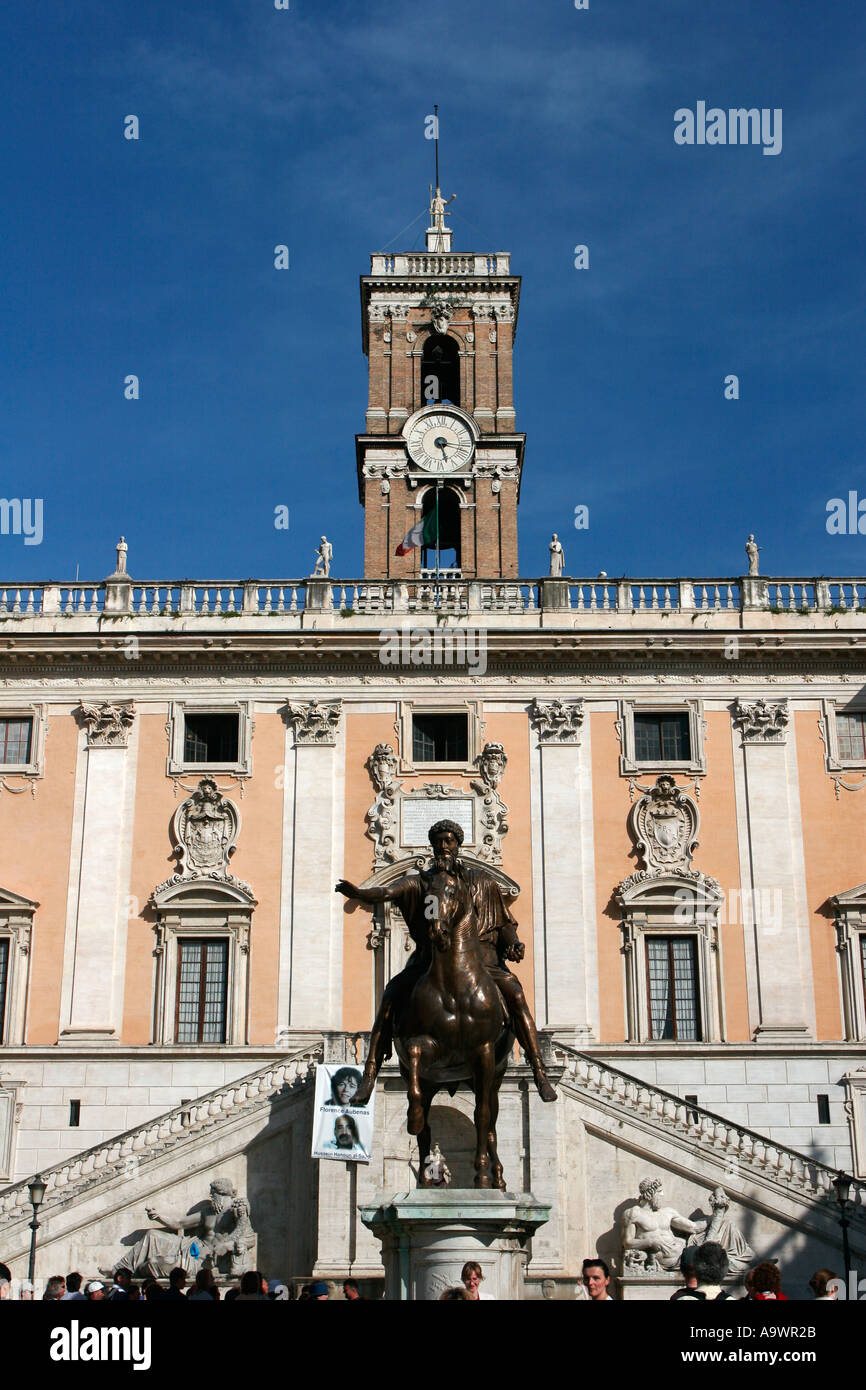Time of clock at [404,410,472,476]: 5:16
